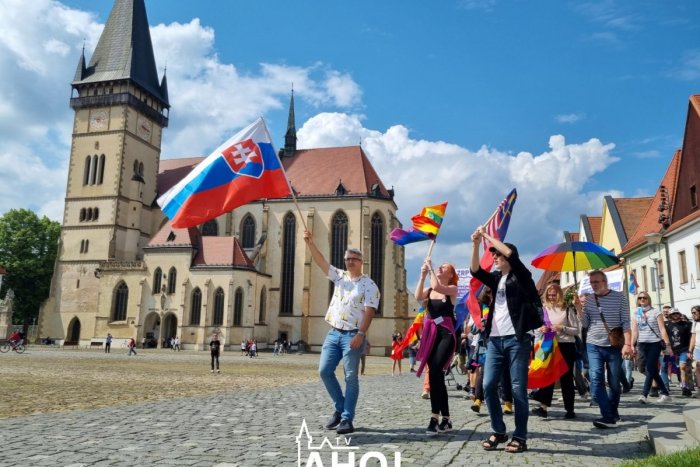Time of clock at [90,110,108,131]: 9:12
